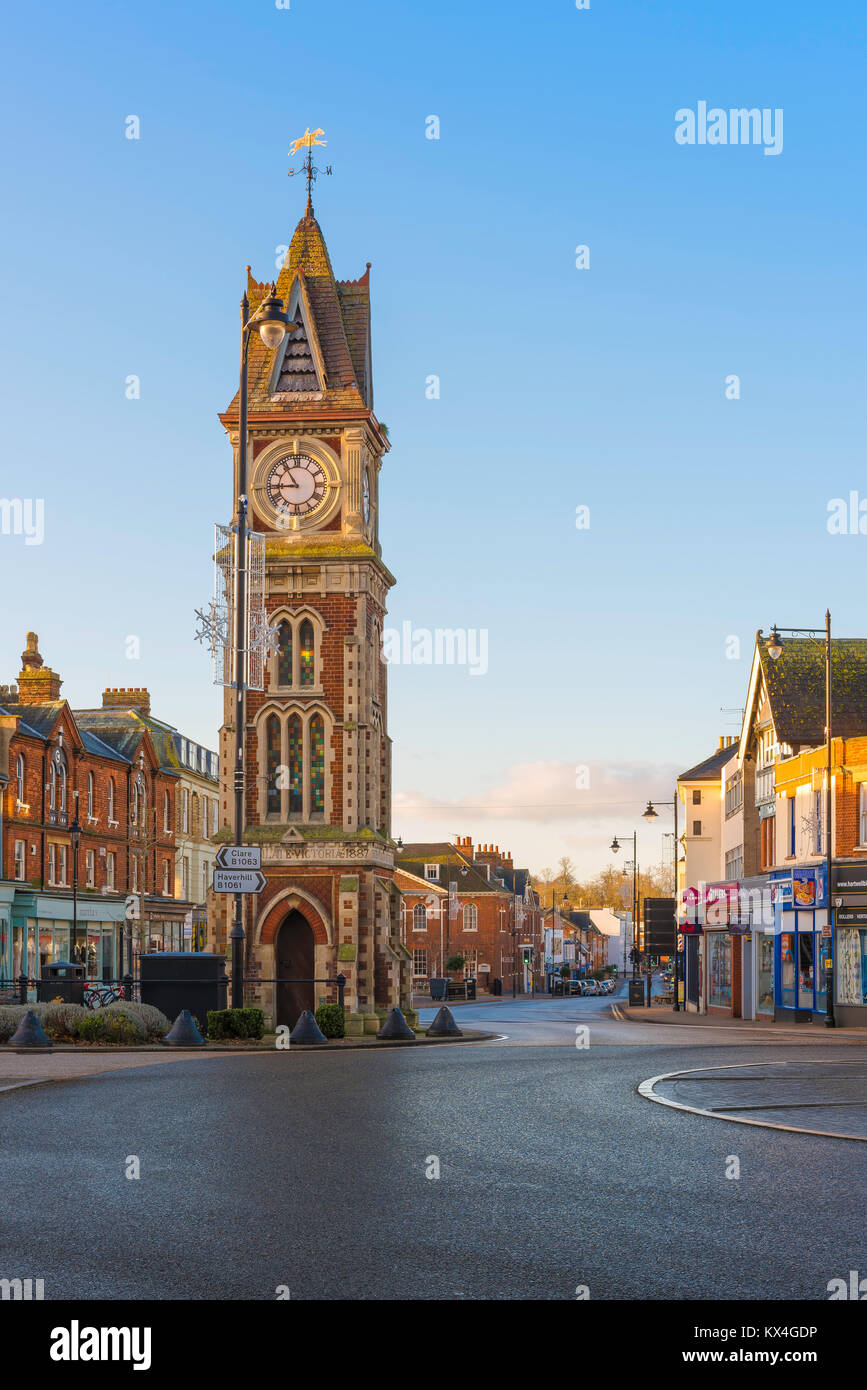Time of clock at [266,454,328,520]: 8:54
